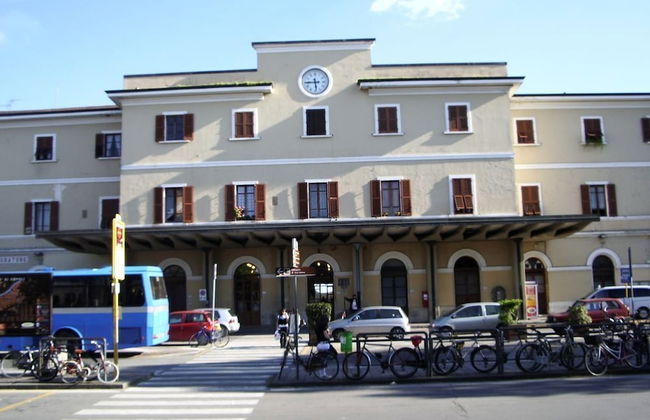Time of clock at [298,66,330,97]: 5:44
